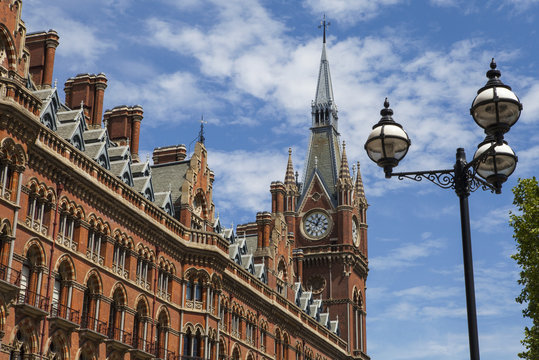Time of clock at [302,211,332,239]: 12:49
